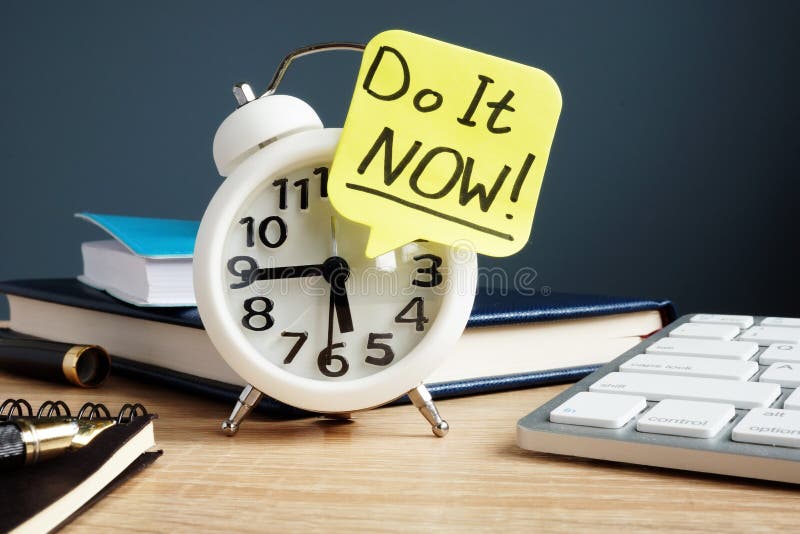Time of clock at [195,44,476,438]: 5:44
